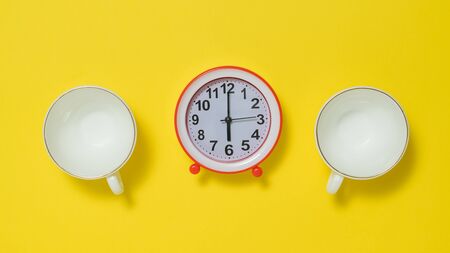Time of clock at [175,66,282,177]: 6:00
